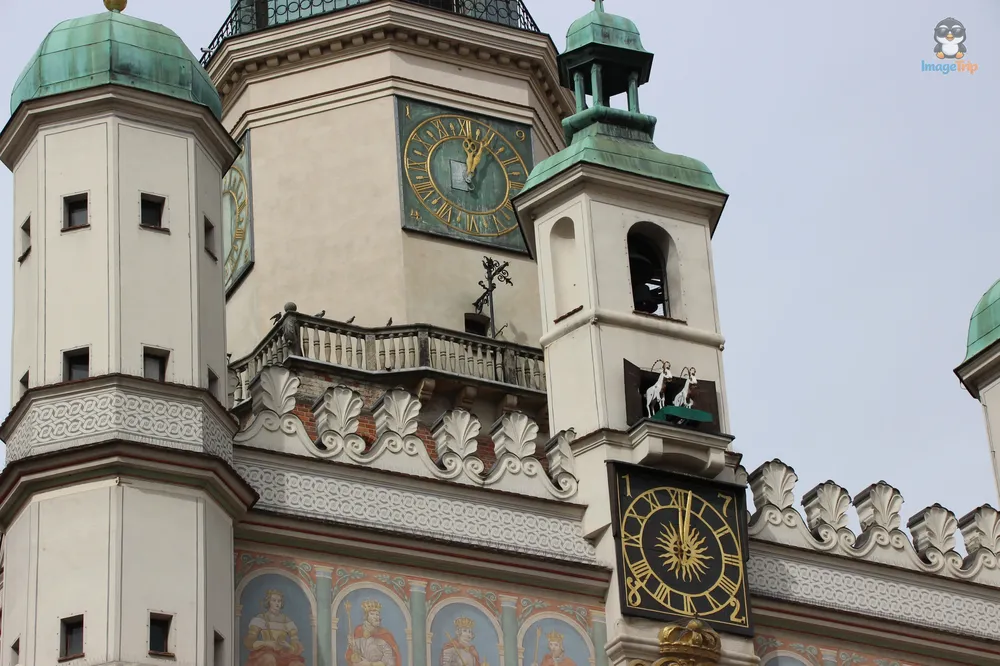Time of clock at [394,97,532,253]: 12:03
